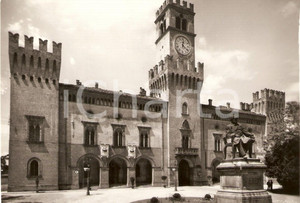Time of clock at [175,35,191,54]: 12:21
